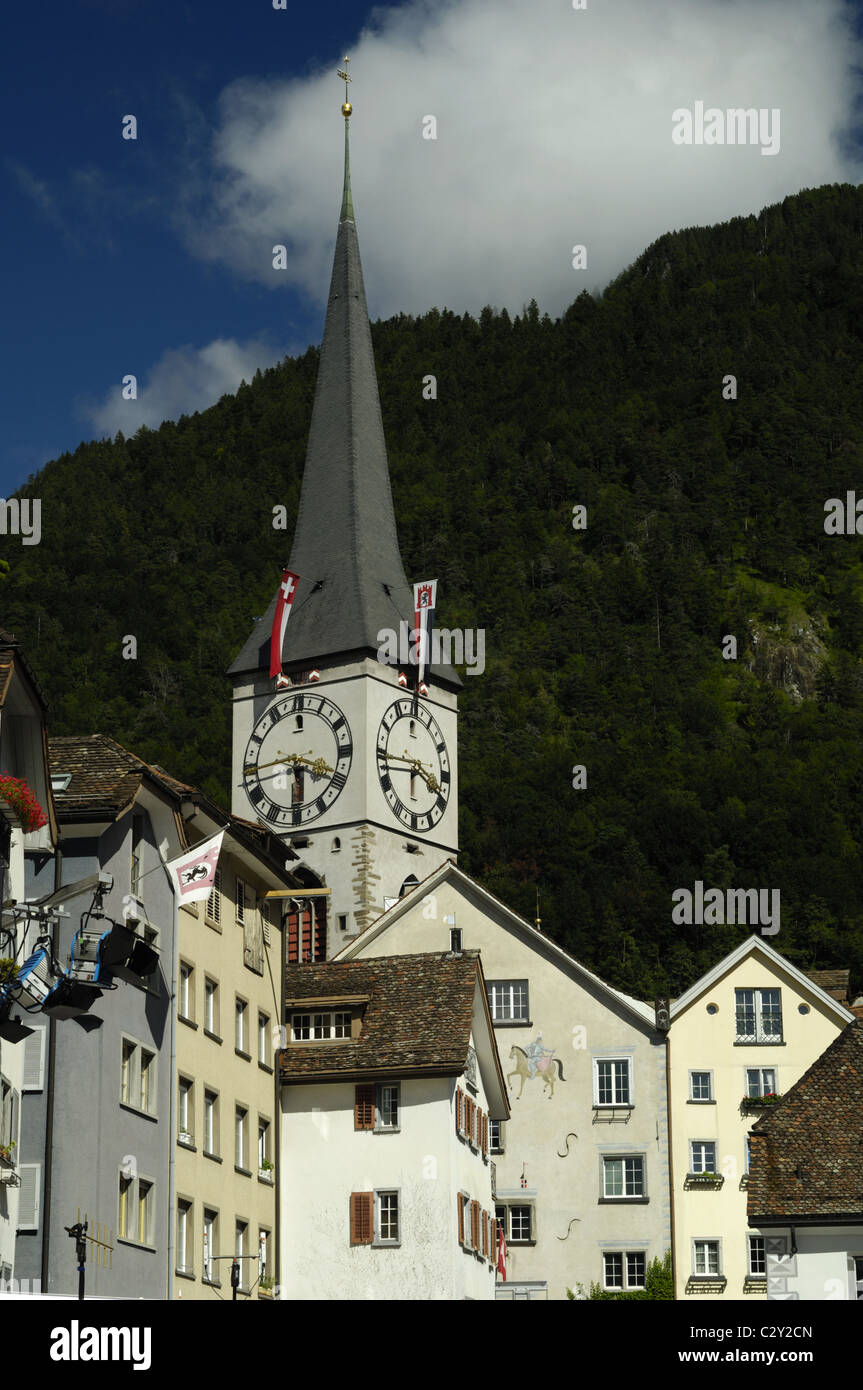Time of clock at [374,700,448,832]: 3:43
